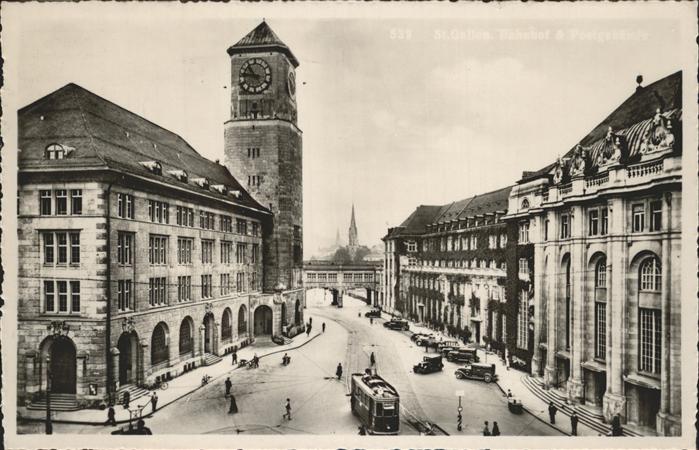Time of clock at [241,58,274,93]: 10:46
